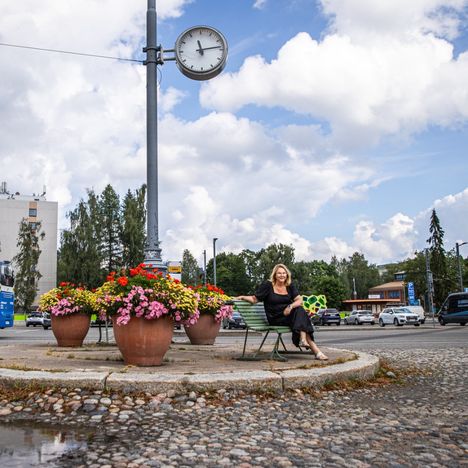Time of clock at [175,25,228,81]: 11:13
